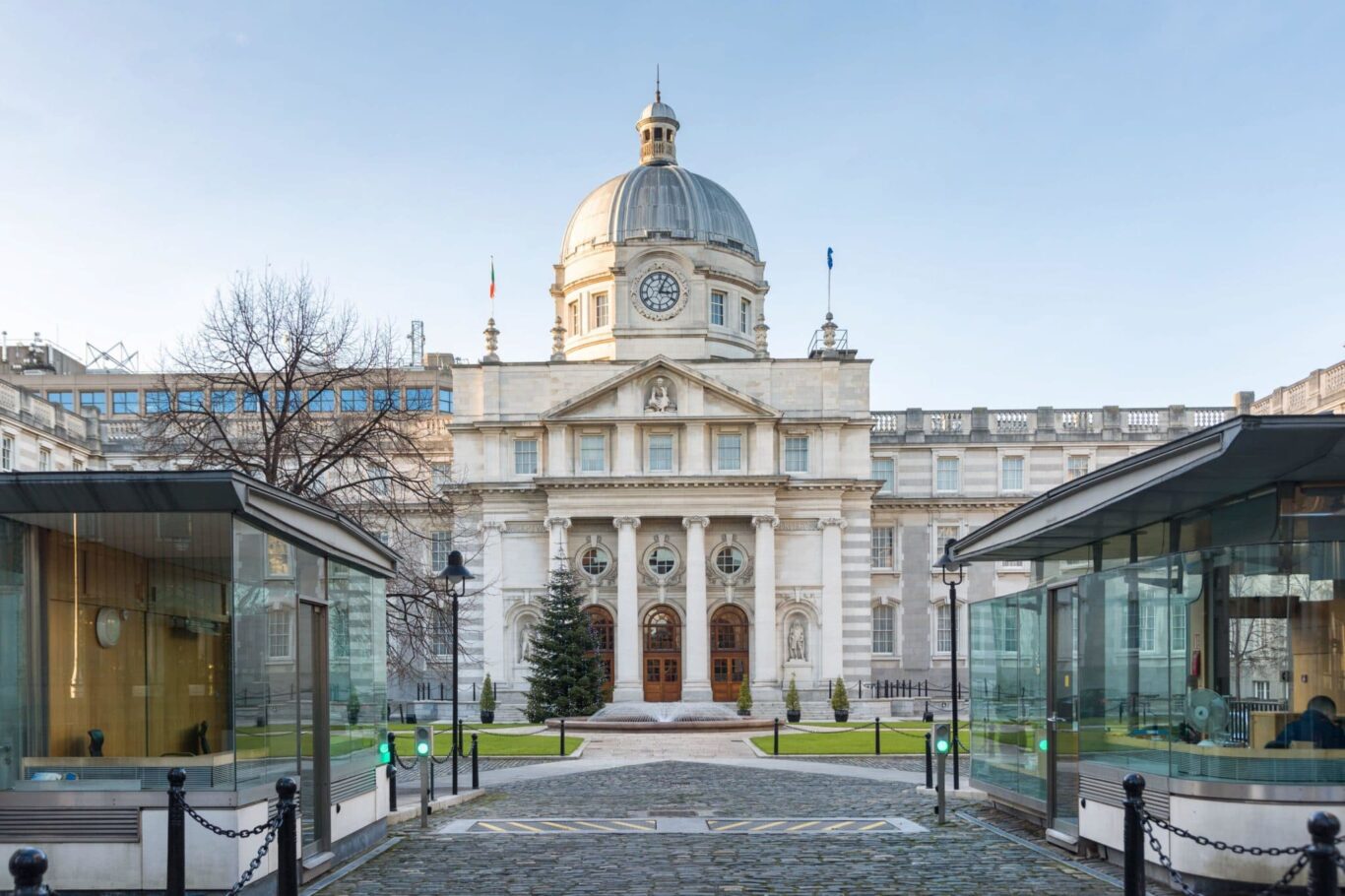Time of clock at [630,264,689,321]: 3:04
